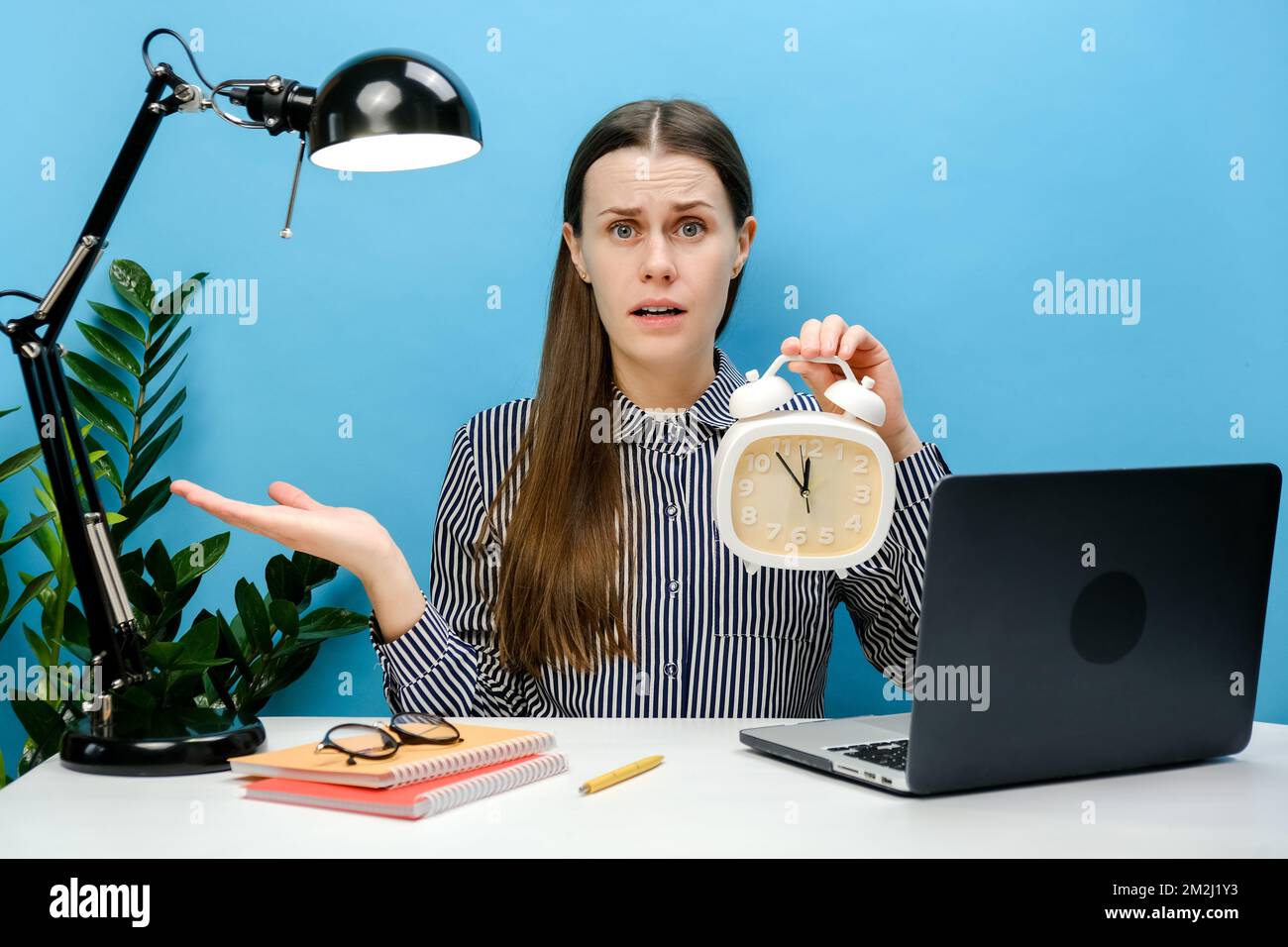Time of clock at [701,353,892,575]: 11:53
